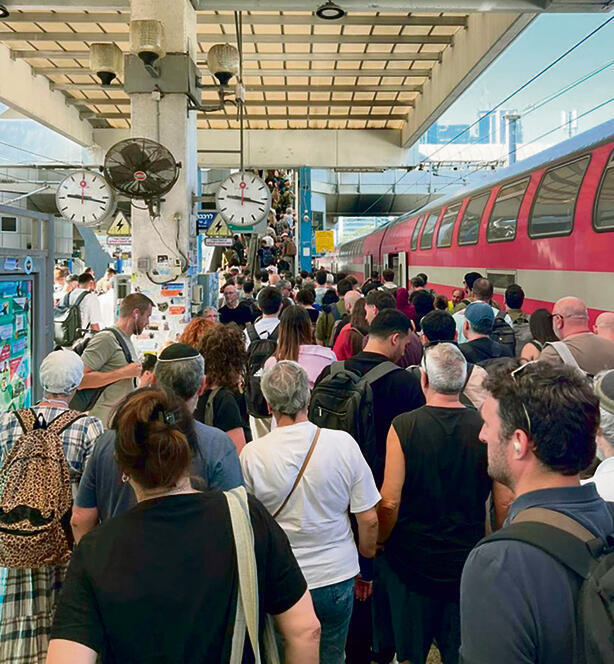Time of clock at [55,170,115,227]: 9:17
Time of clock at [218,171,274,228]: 9:17
